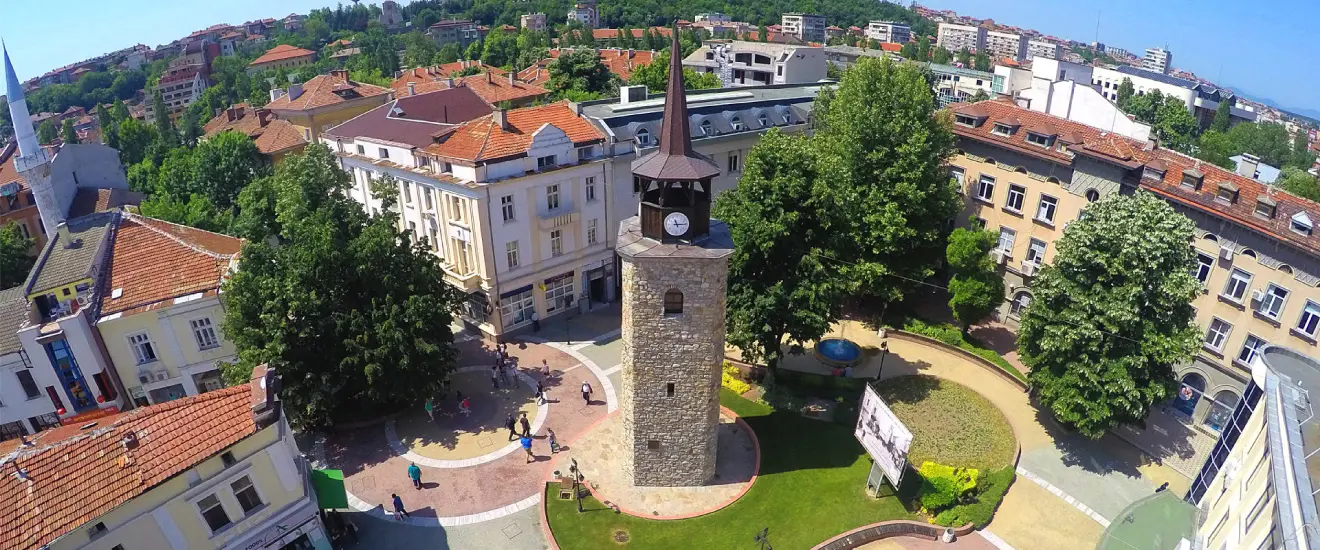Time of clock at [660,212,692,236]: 11:14
